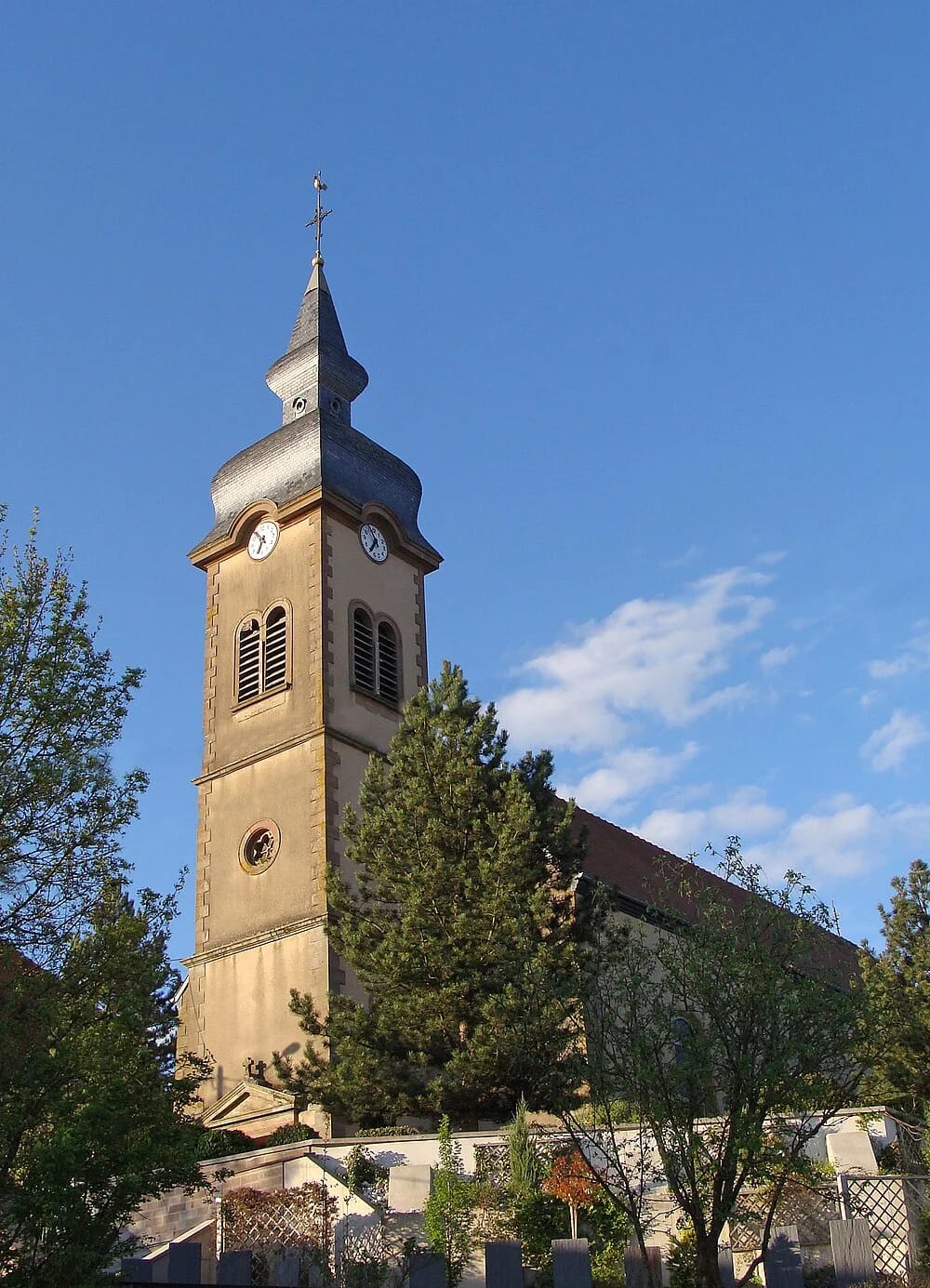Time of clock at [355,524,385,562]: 6:56
